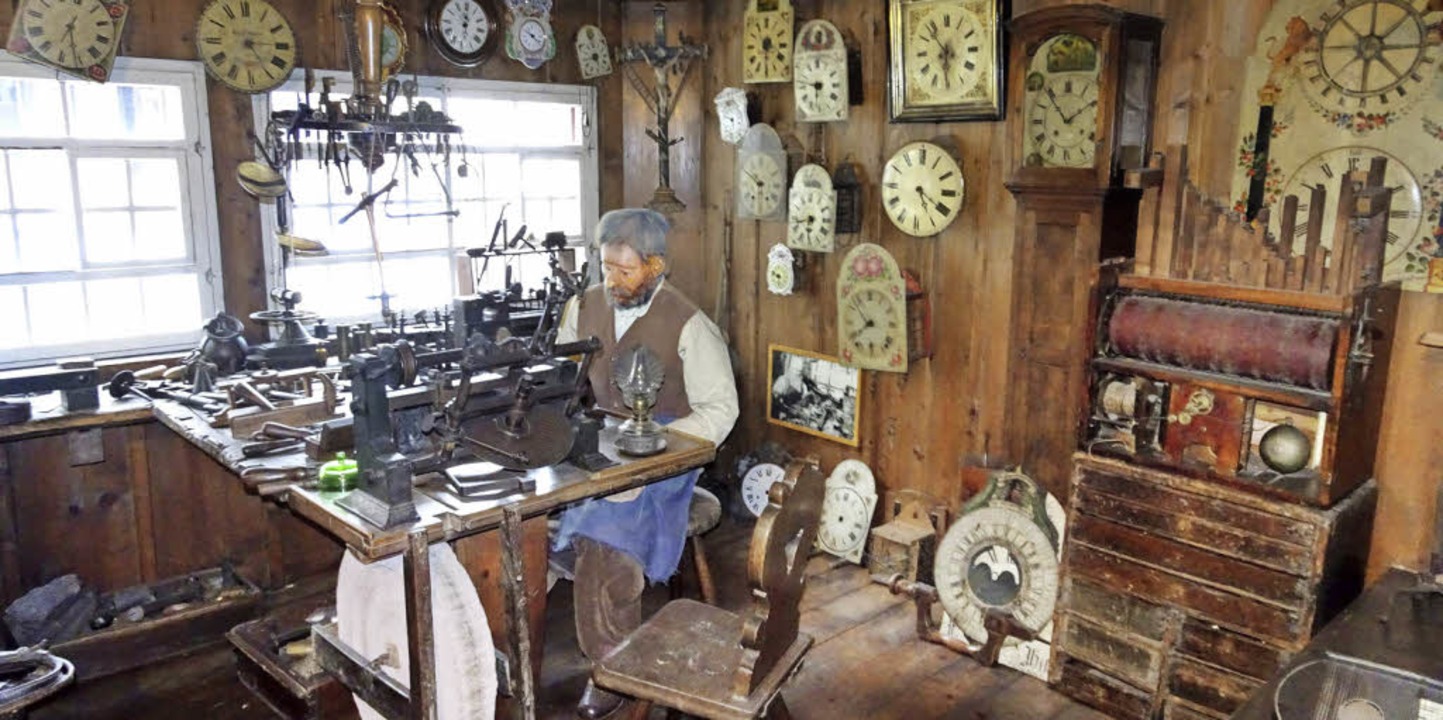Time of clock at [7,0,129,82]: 12:26
